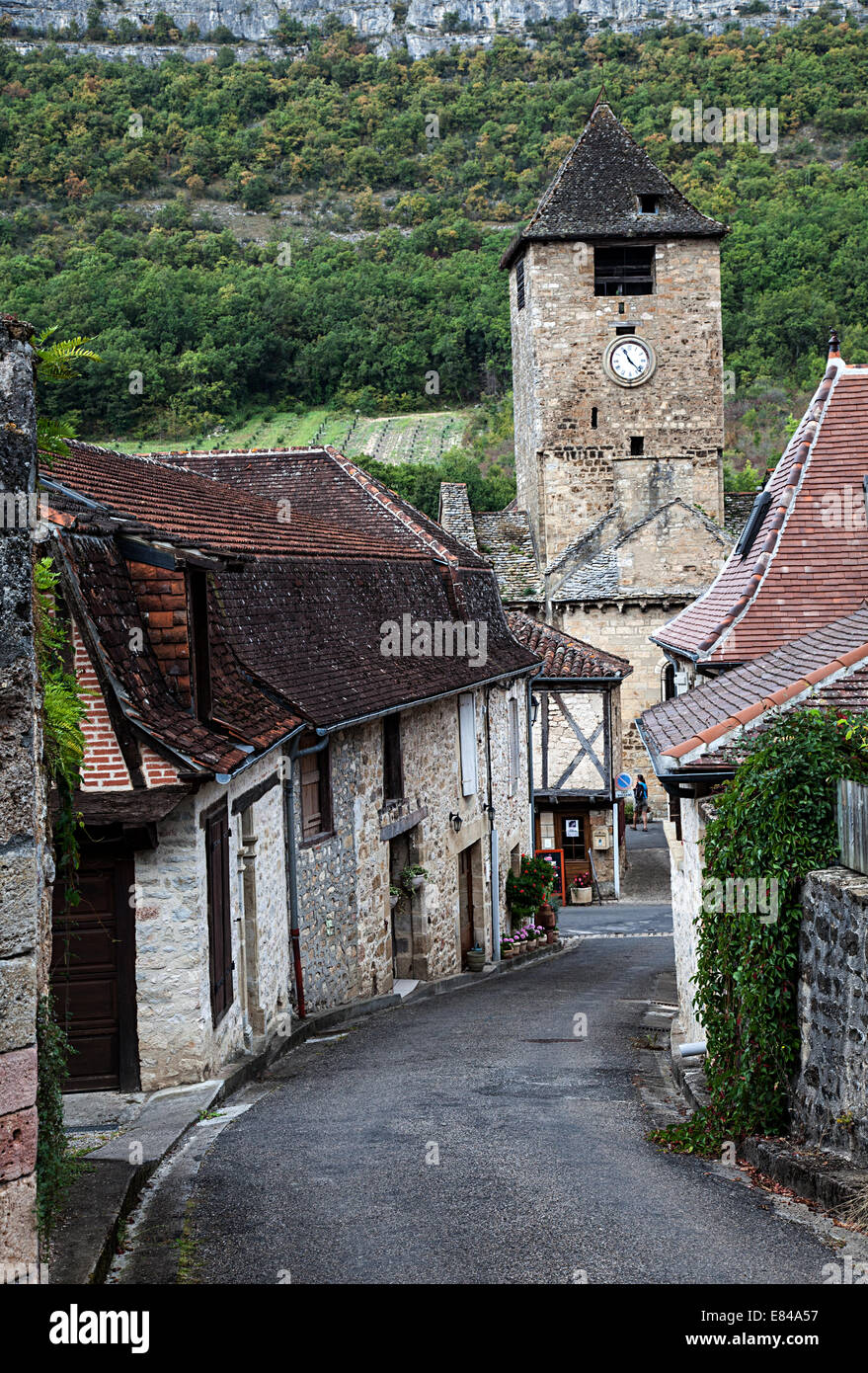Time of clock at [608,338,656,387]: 11:22
